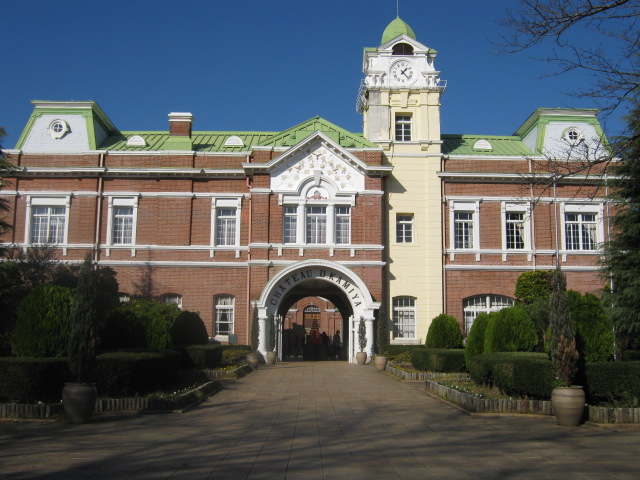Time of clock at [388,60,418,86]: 1:23
